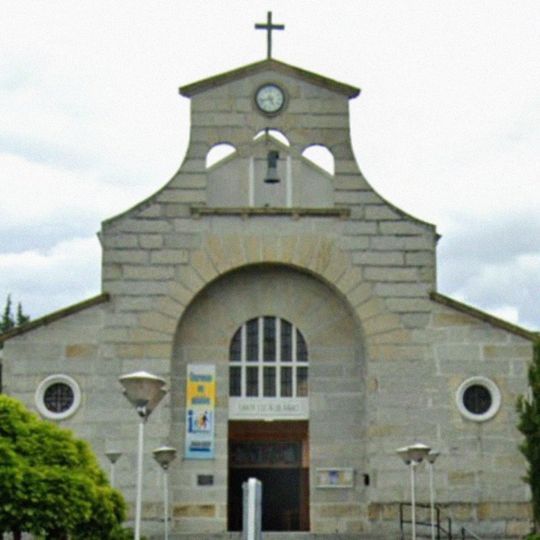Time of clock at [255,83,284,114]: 4:42
